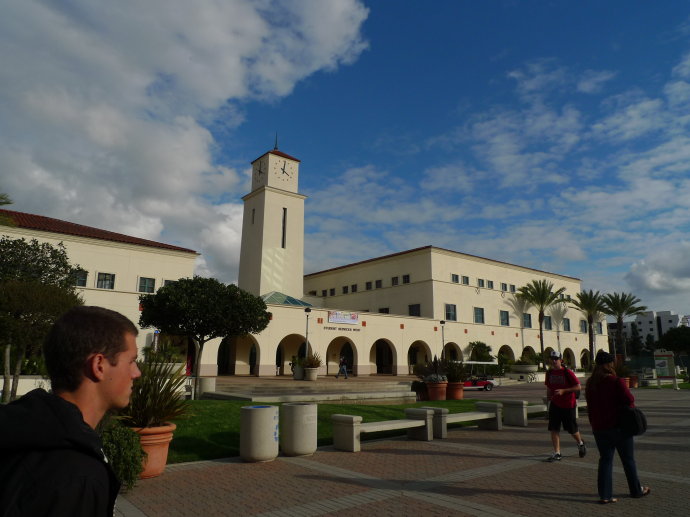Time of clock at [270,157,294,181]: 4:01
